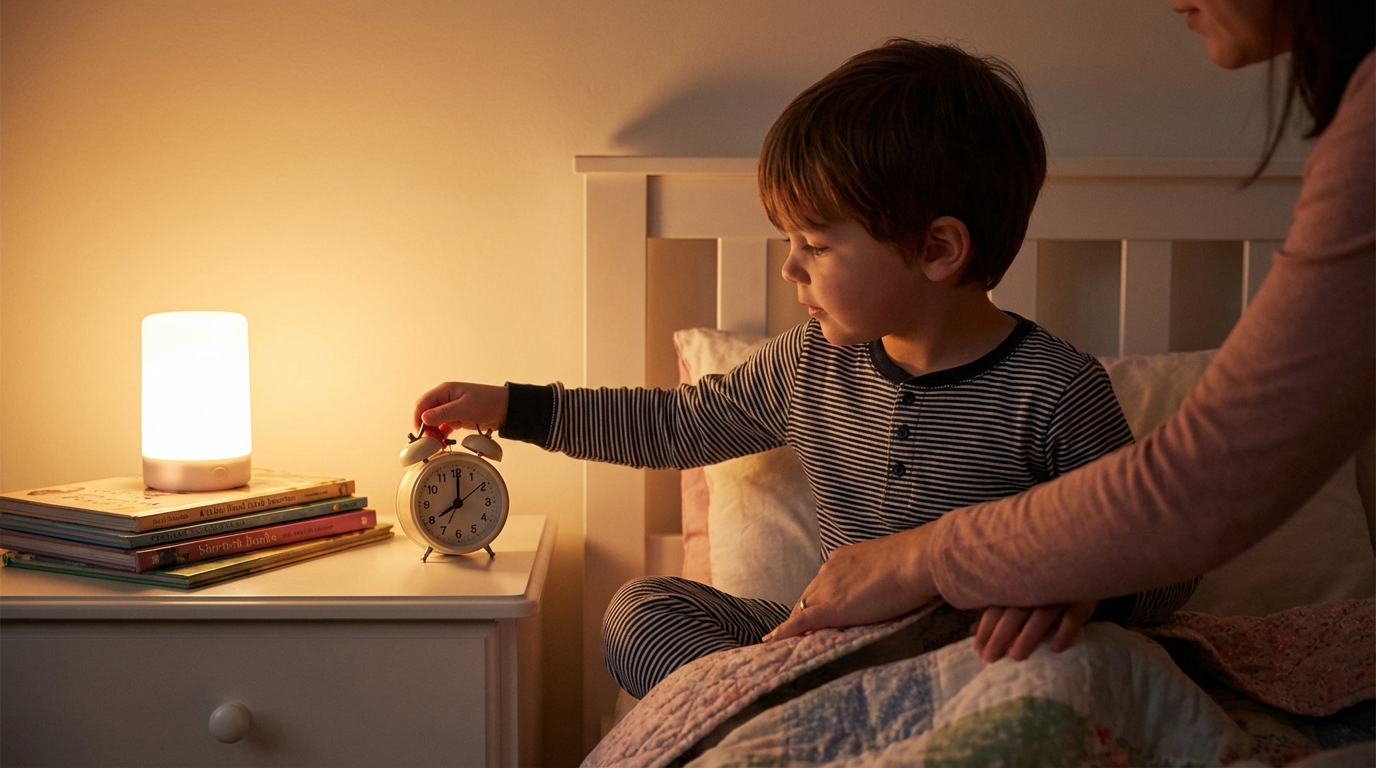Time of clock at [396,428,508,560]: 8:00
